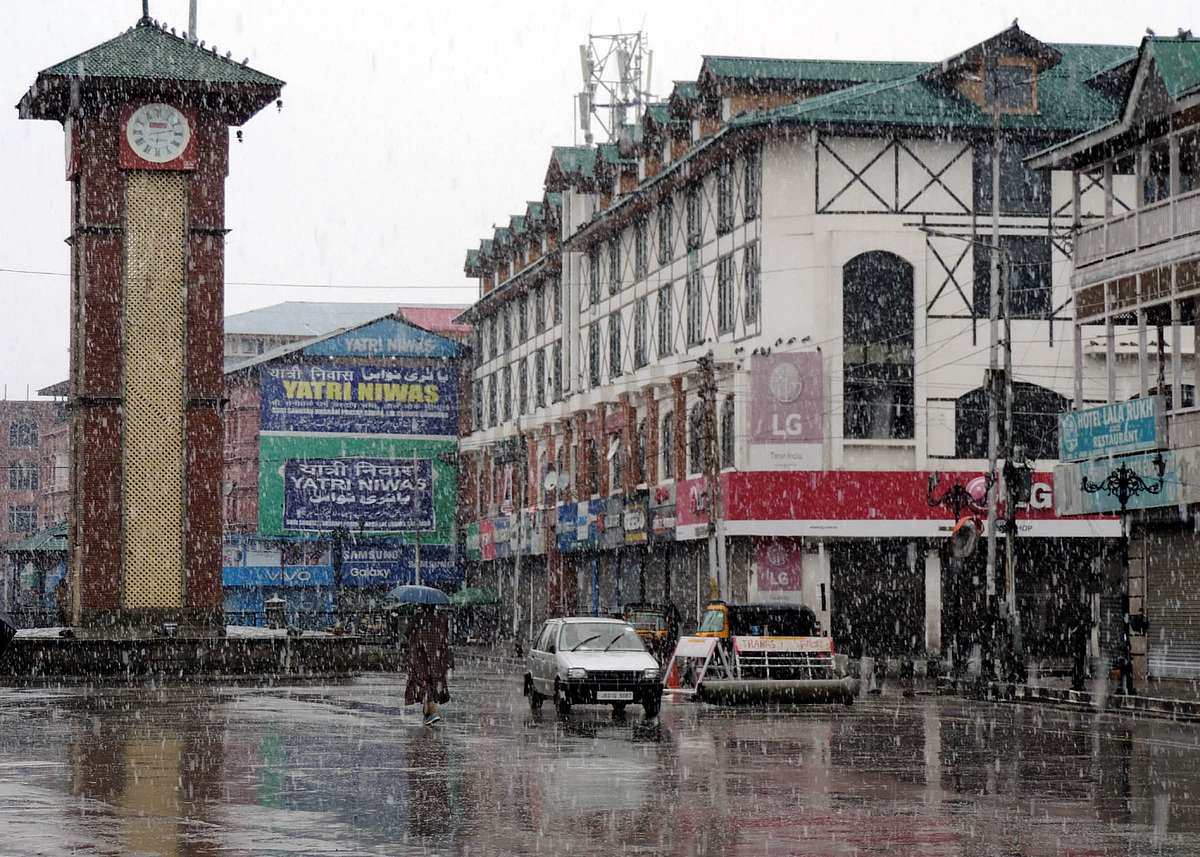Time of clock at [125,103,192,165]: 6:13
